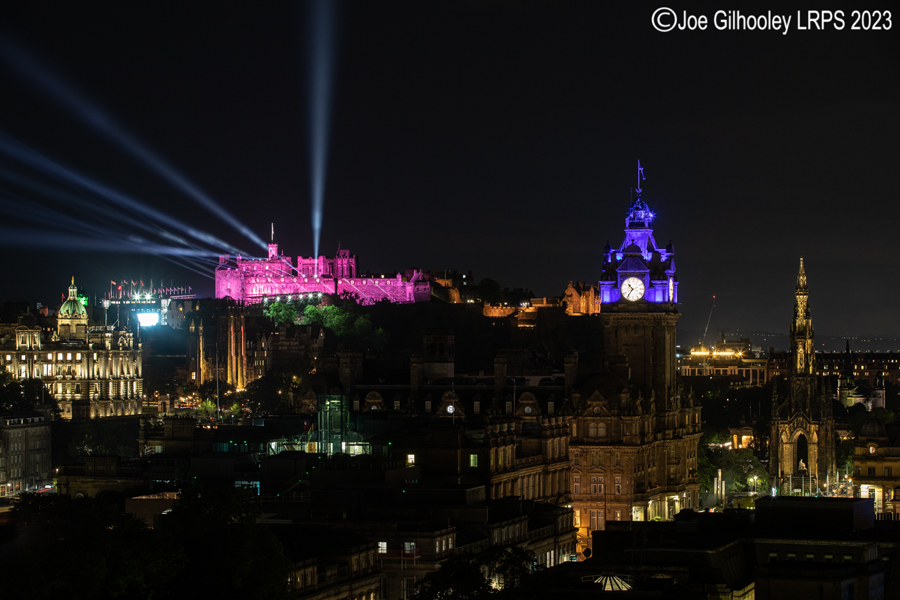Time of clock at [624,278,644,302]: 10:36
